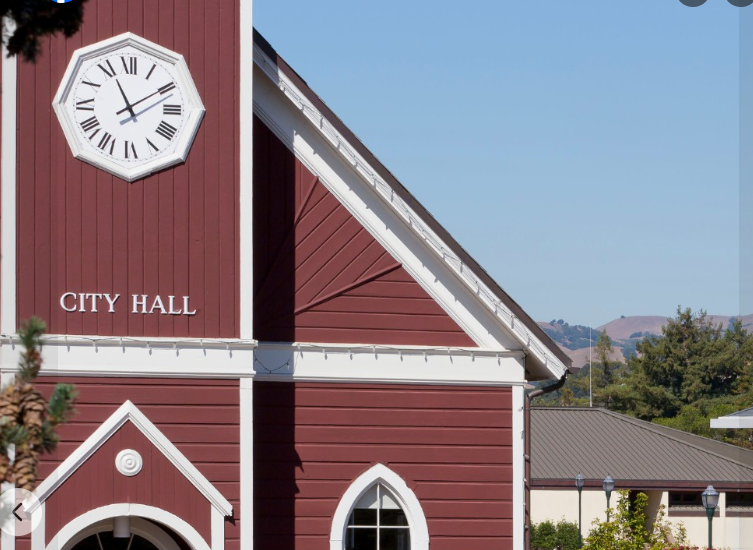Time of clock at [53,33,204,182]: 11:09
